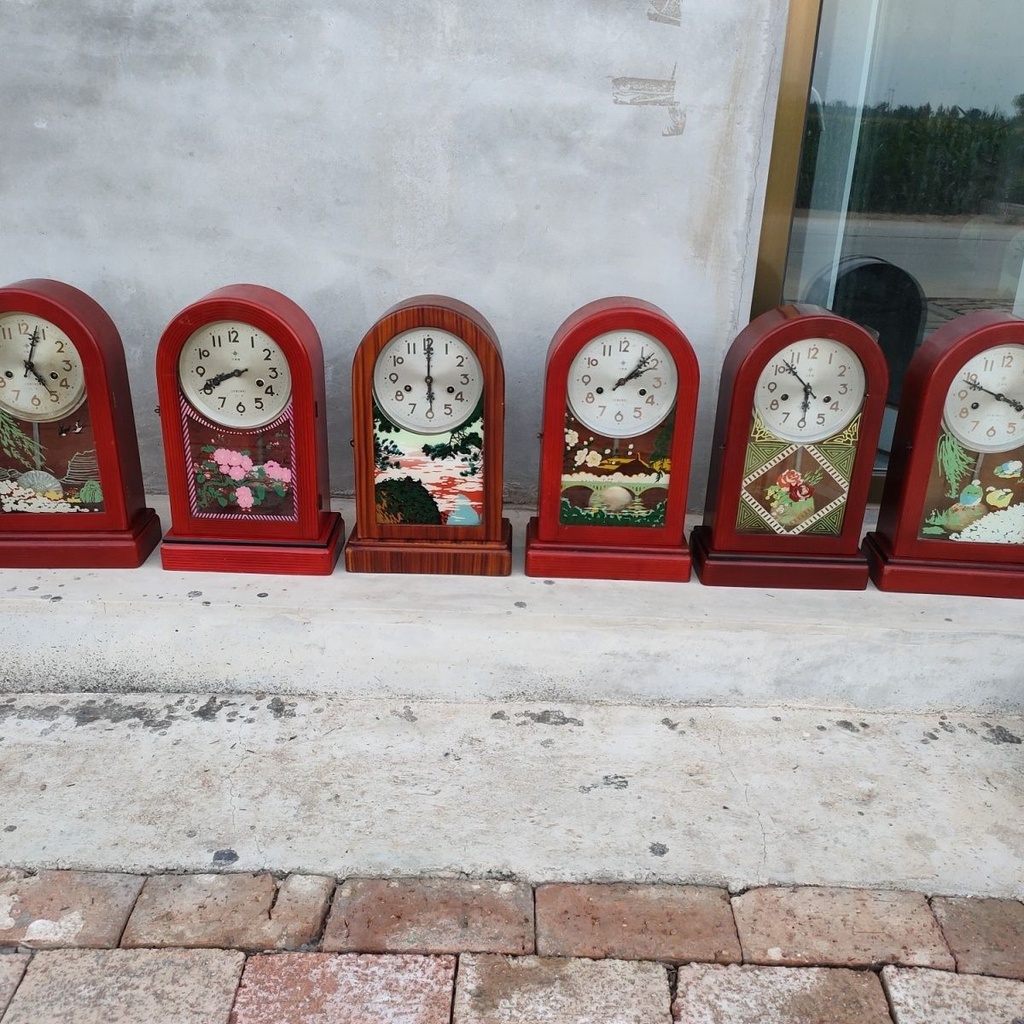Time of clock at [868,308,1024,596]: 5:49
